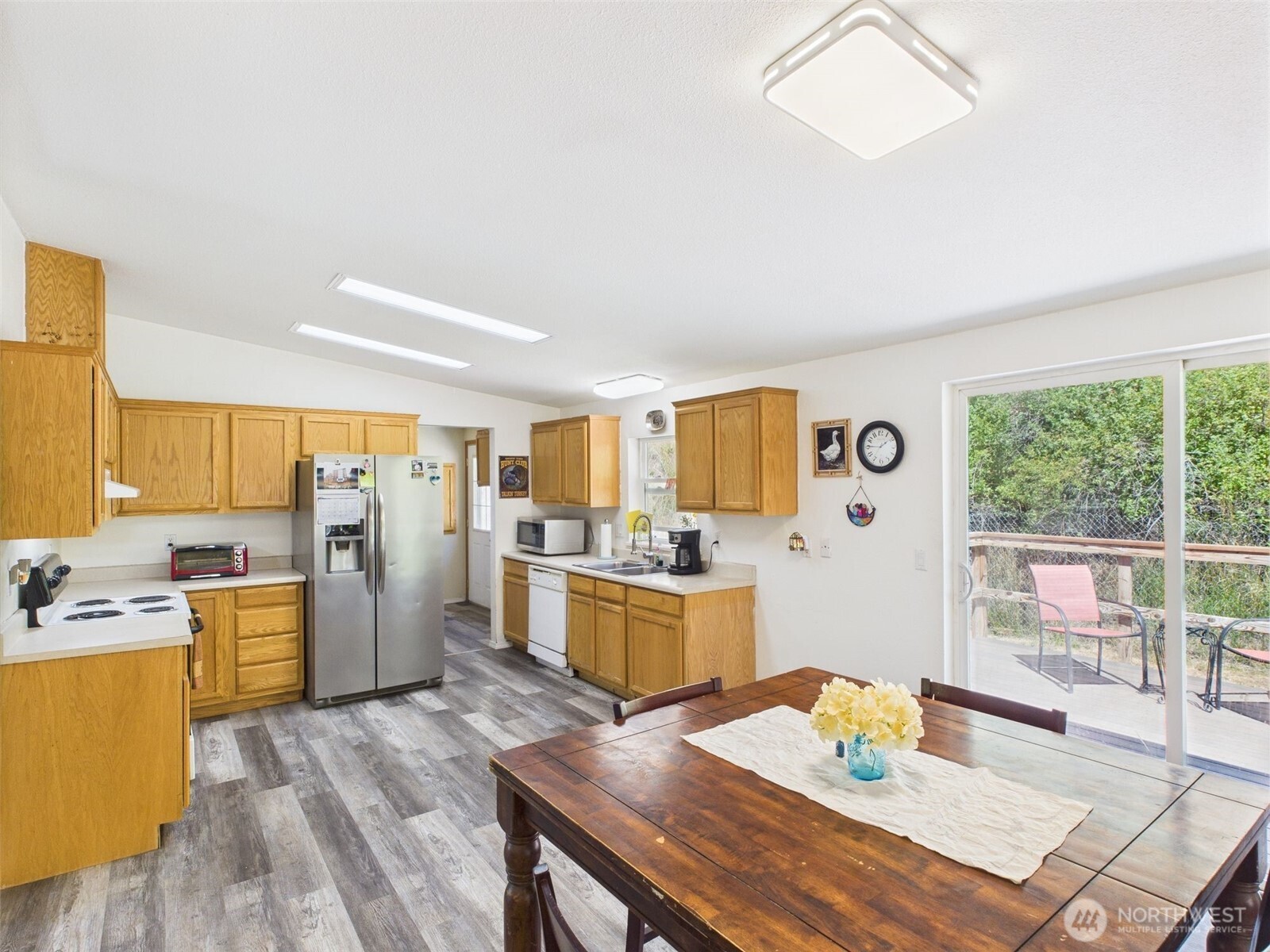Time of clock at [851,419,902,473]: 1:45
